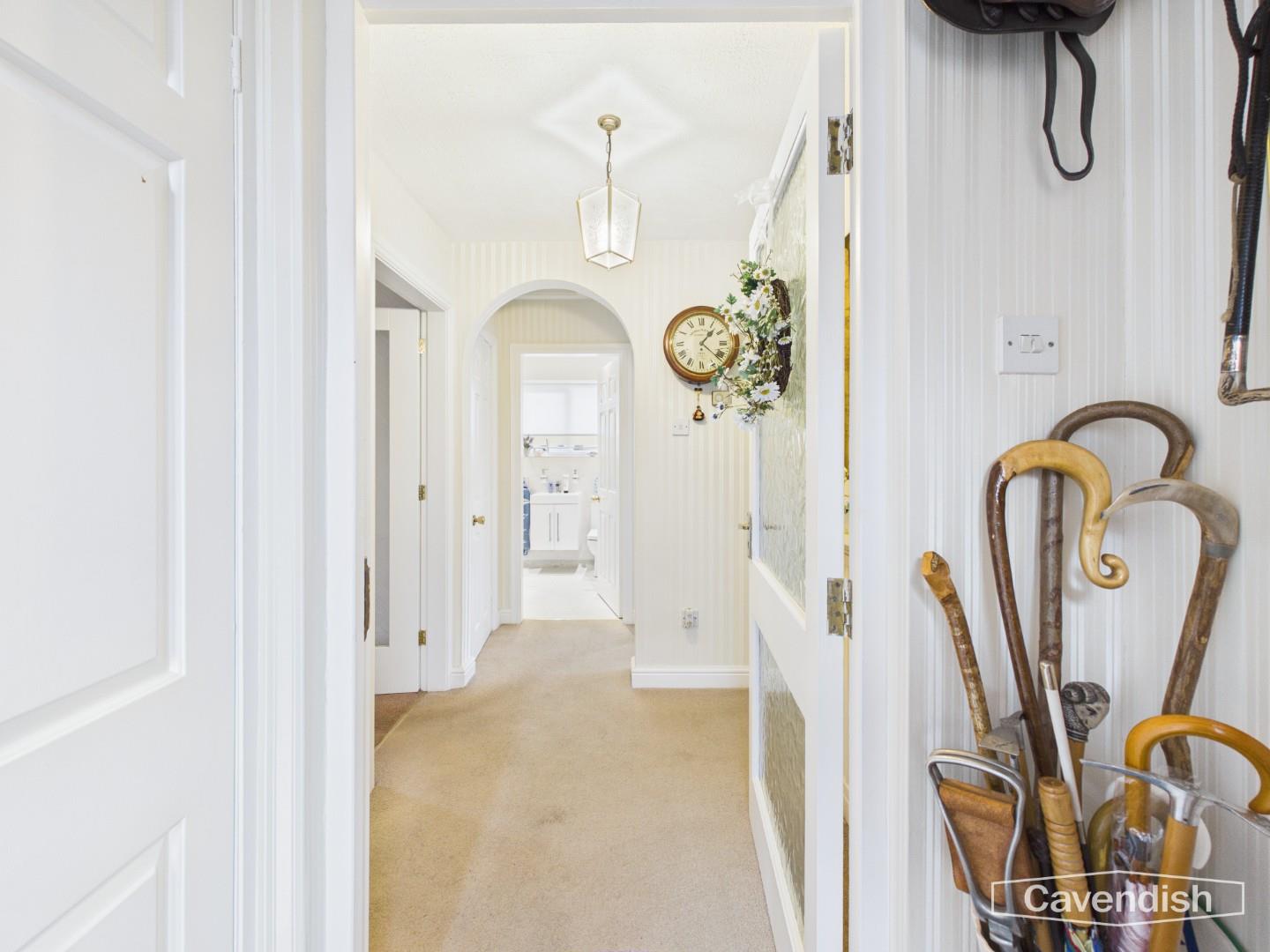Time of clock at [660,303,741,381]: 1:21
